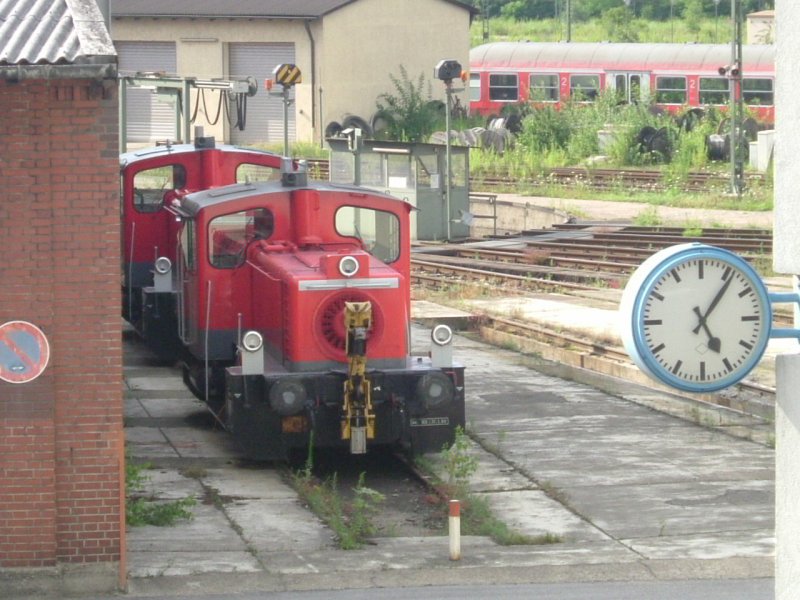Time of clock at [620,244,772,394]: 5:06
